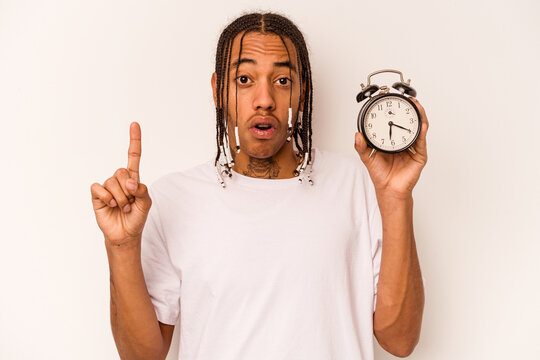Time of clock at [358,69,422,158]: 6:19
